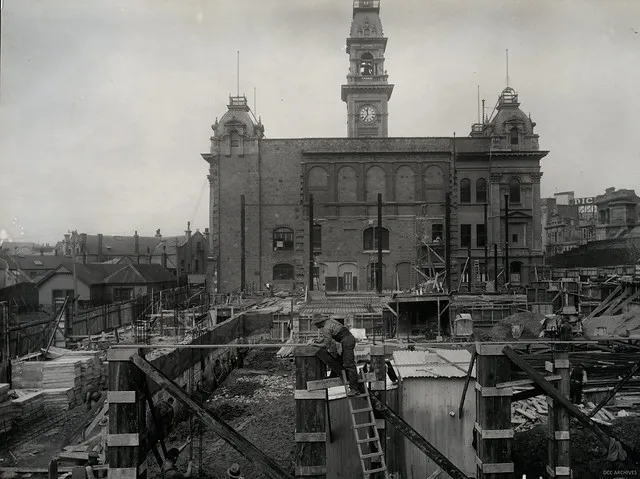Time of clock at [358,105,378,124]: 11:35
